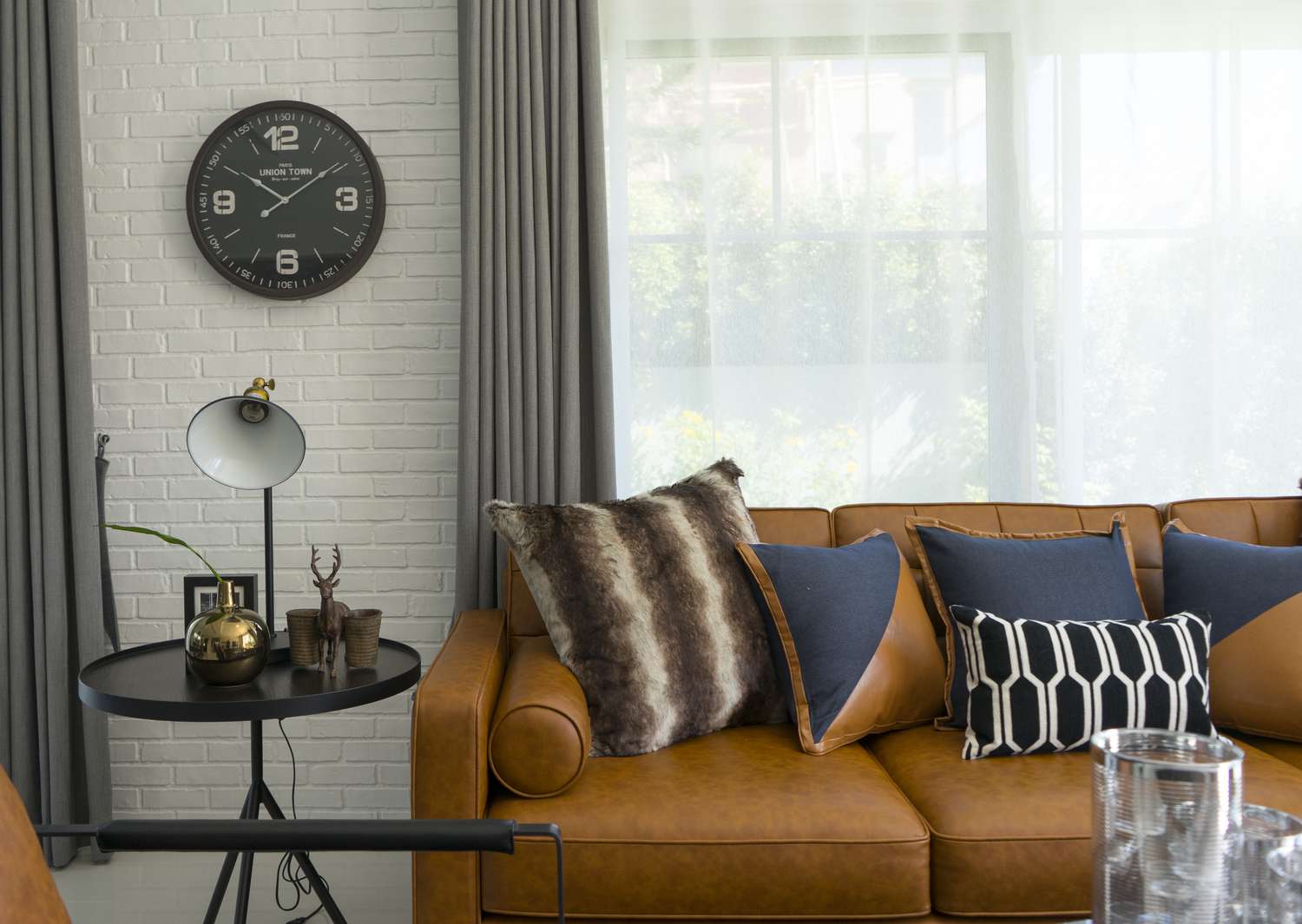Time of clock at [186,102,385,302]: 3:50
